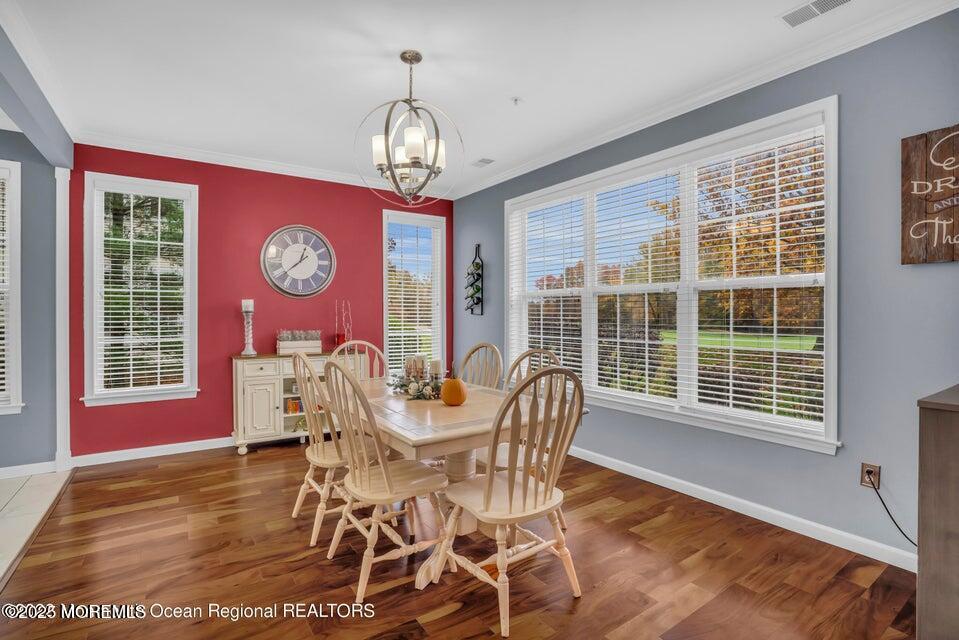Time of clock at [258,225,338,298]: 12:38
